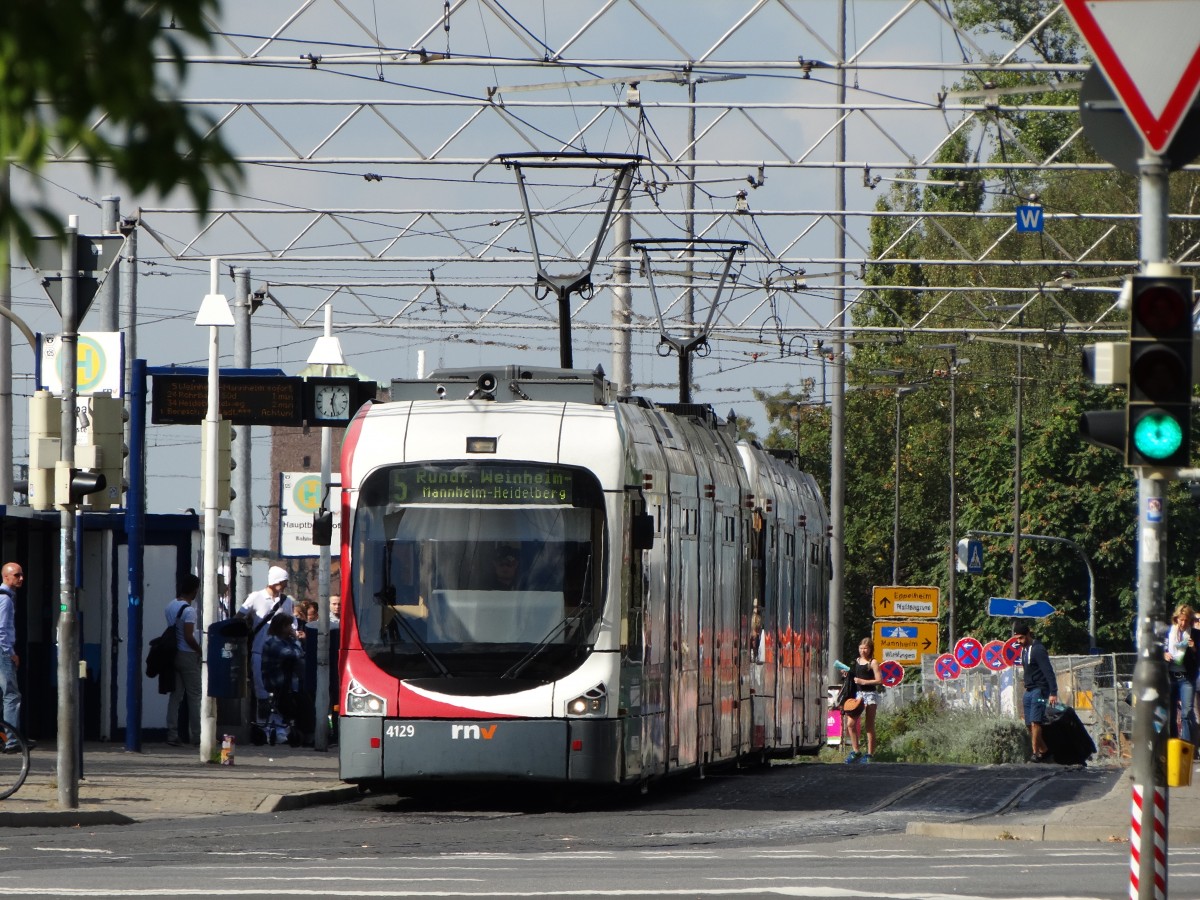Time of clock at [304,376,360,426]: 12:28
